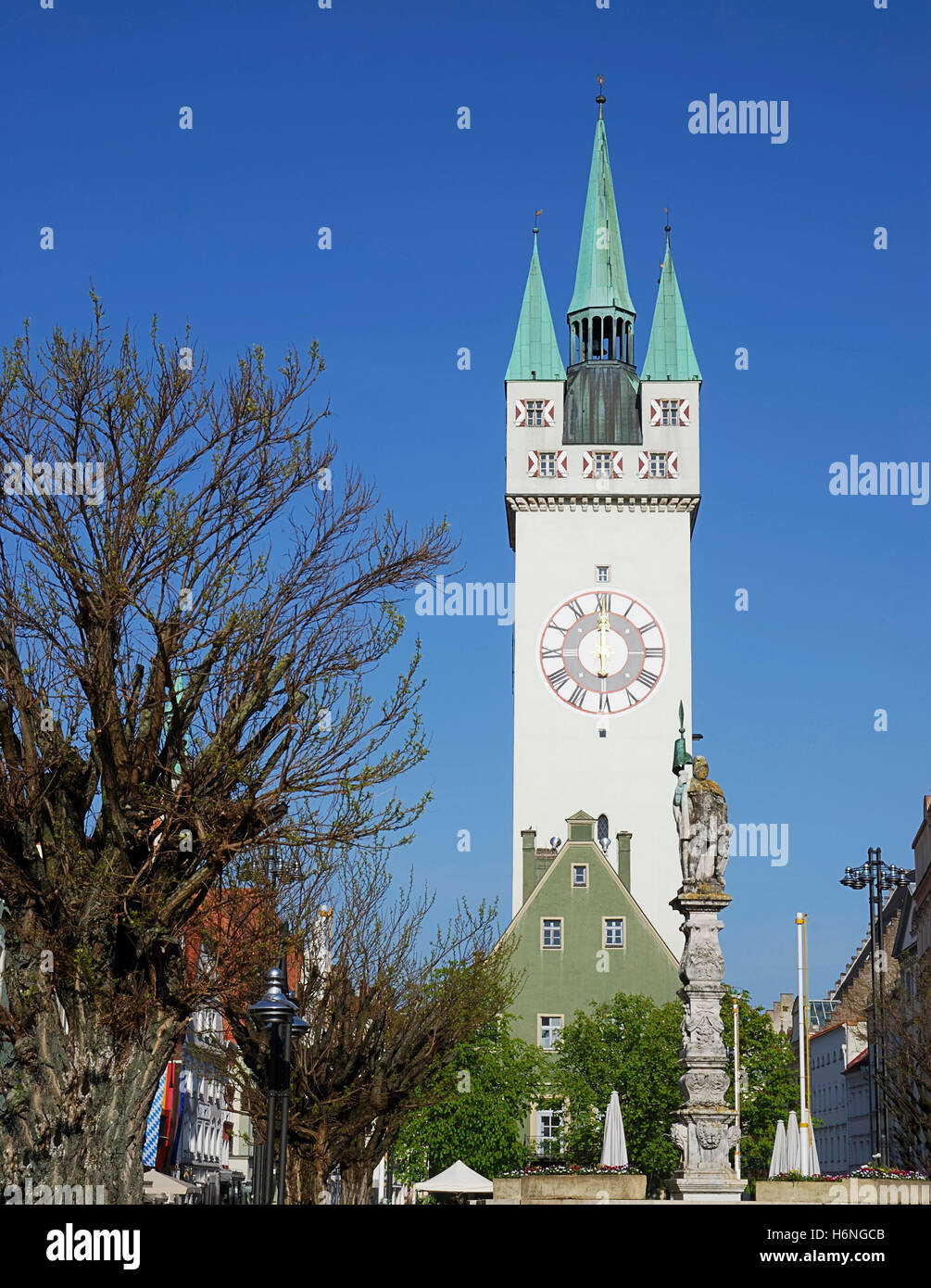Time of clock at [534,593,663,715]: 6:00
